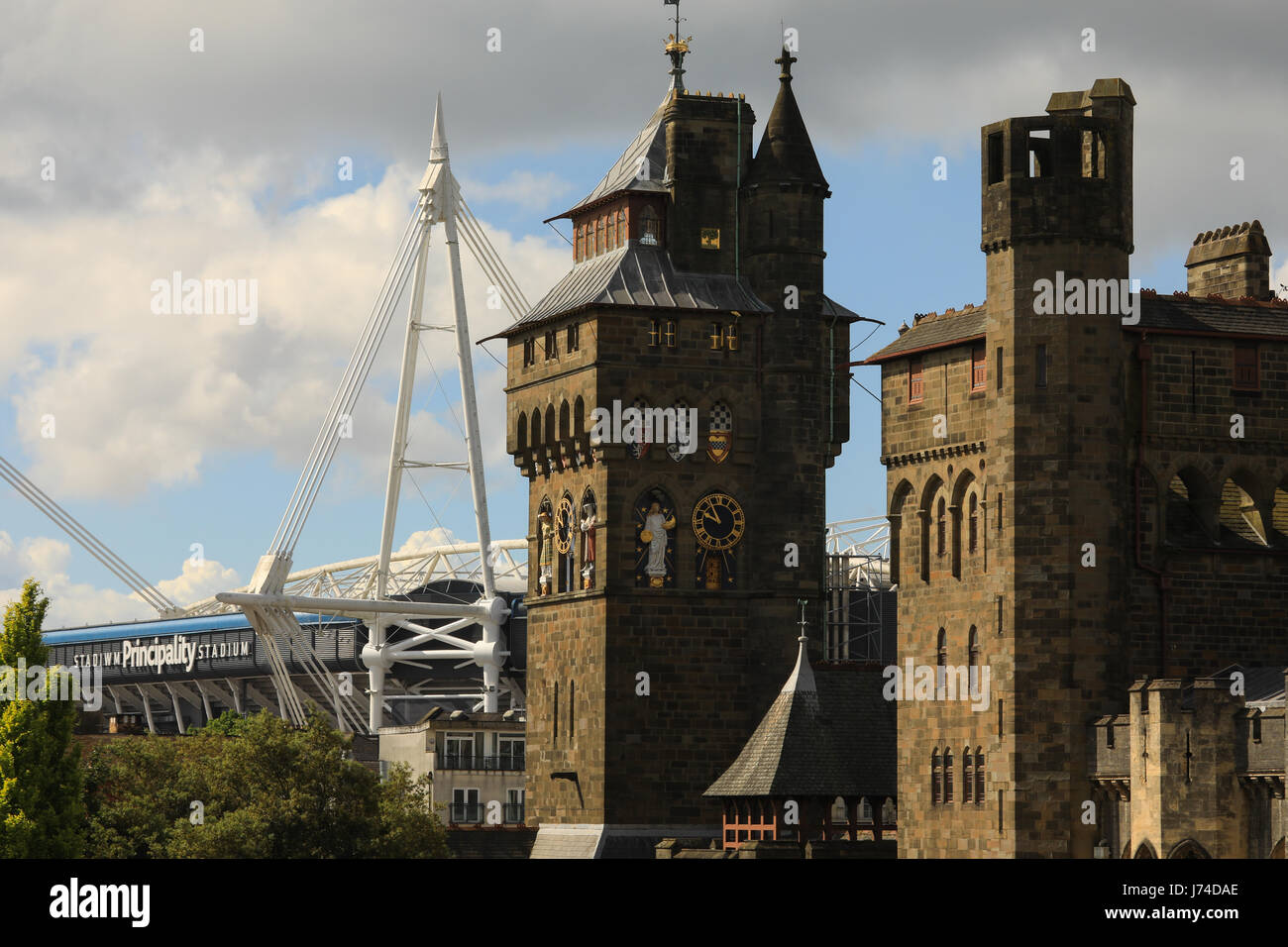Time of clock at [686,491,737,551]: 9:55
